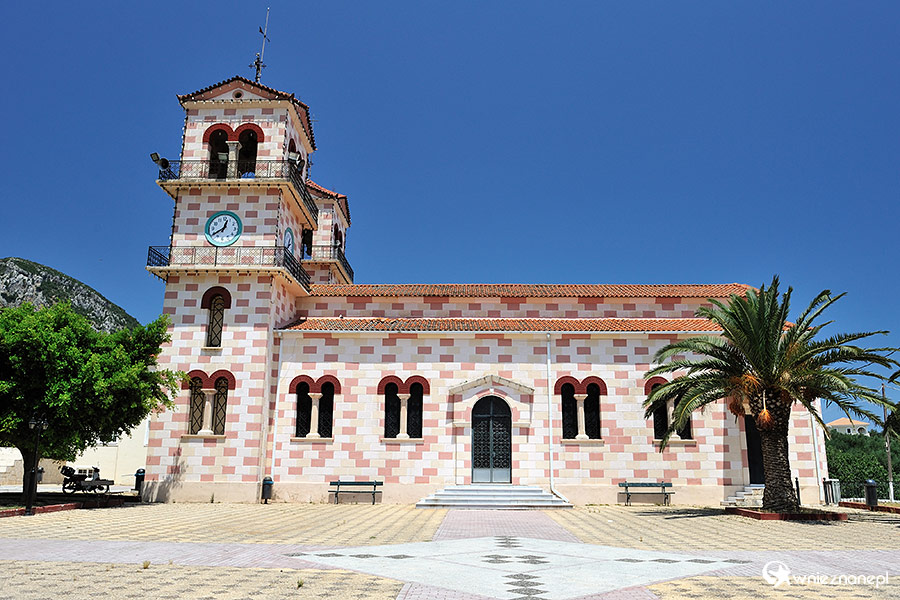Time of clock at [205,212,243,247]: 12:38
